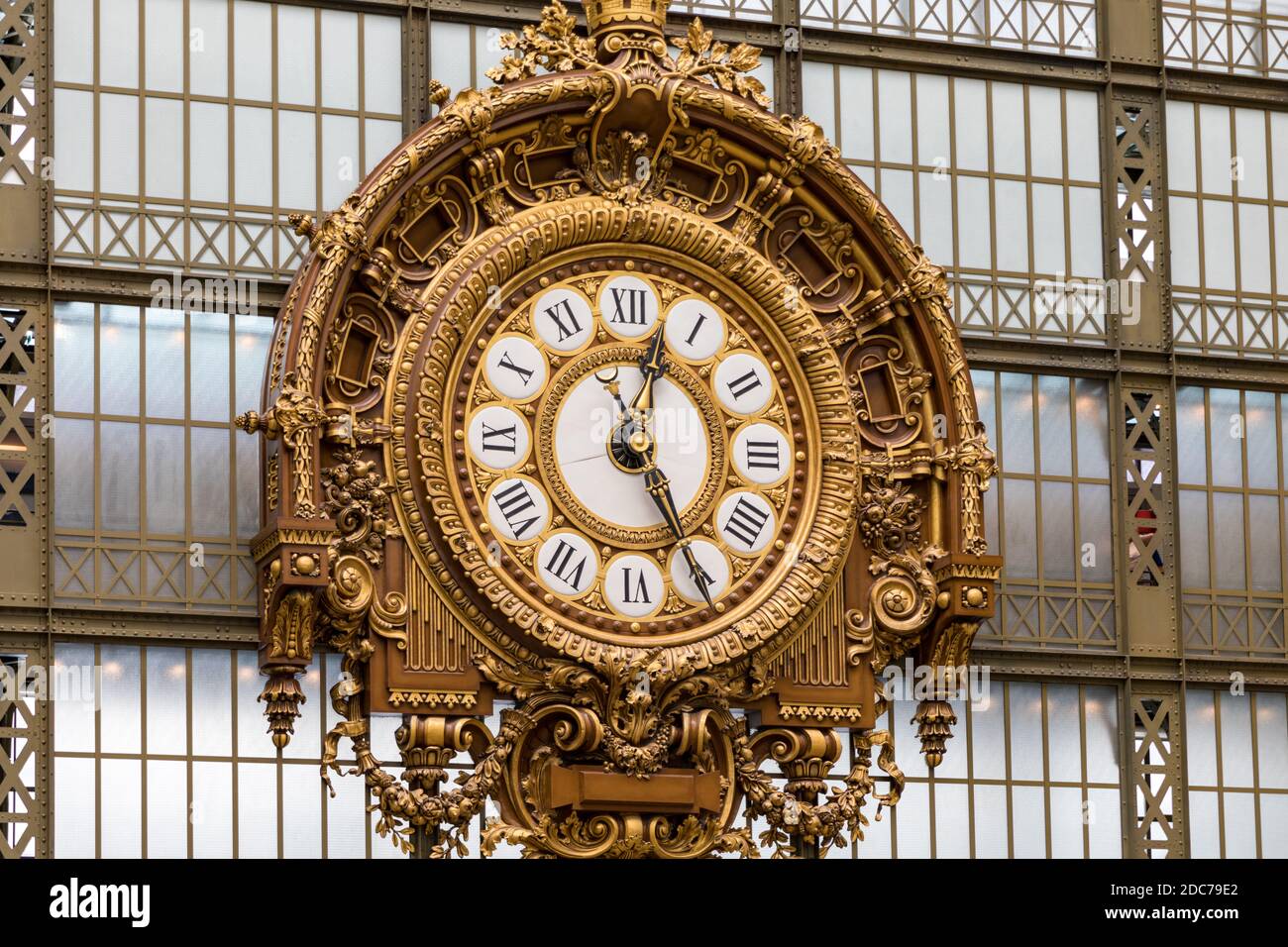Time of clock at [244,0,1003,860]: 12:24
